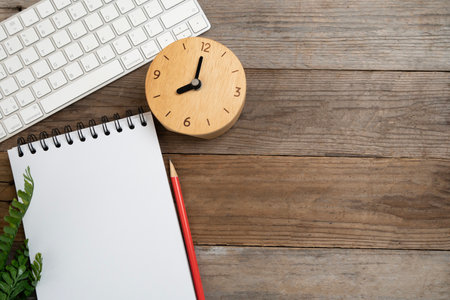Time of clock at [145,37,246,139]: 8:00
